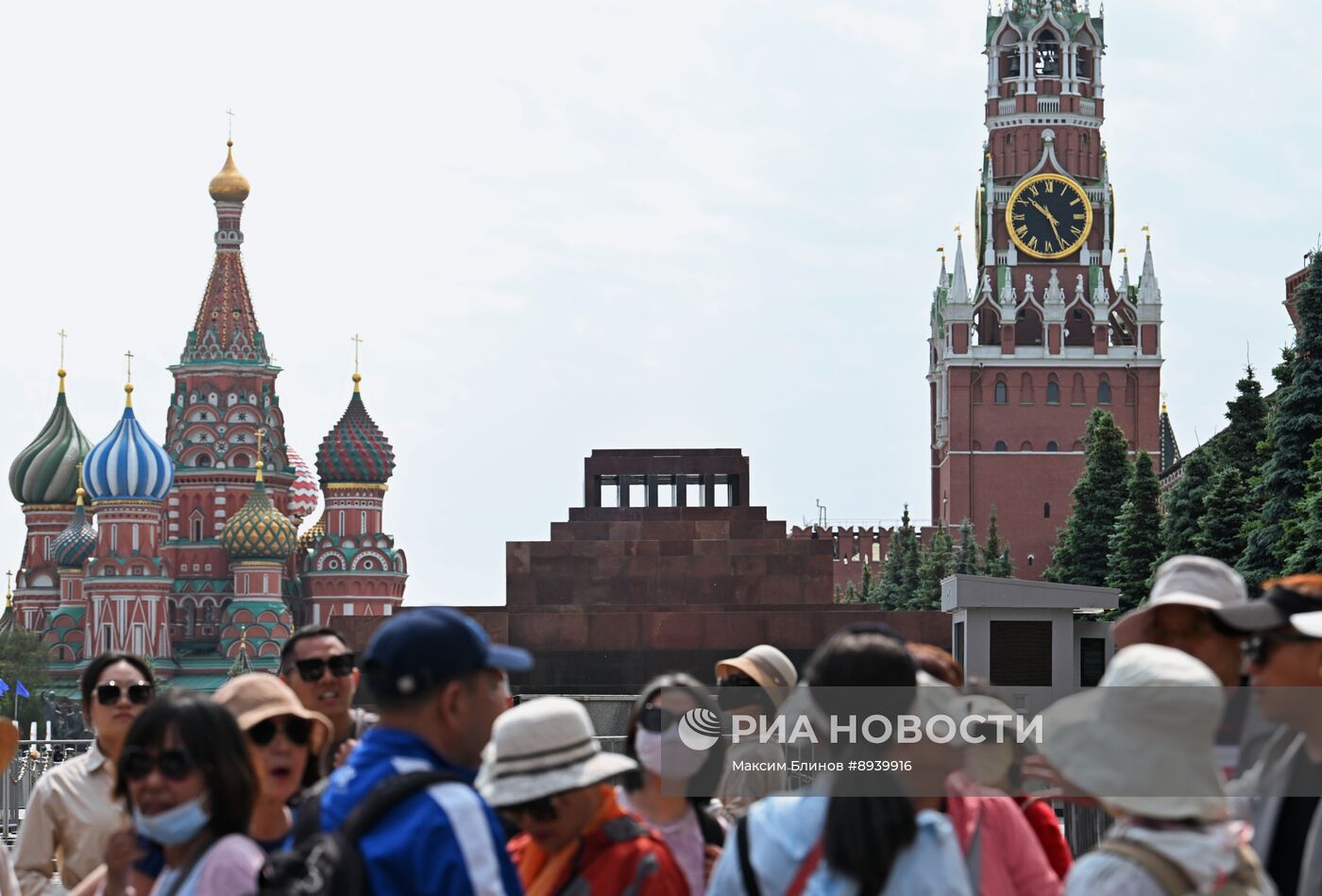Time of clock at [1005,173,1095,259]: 10:26
